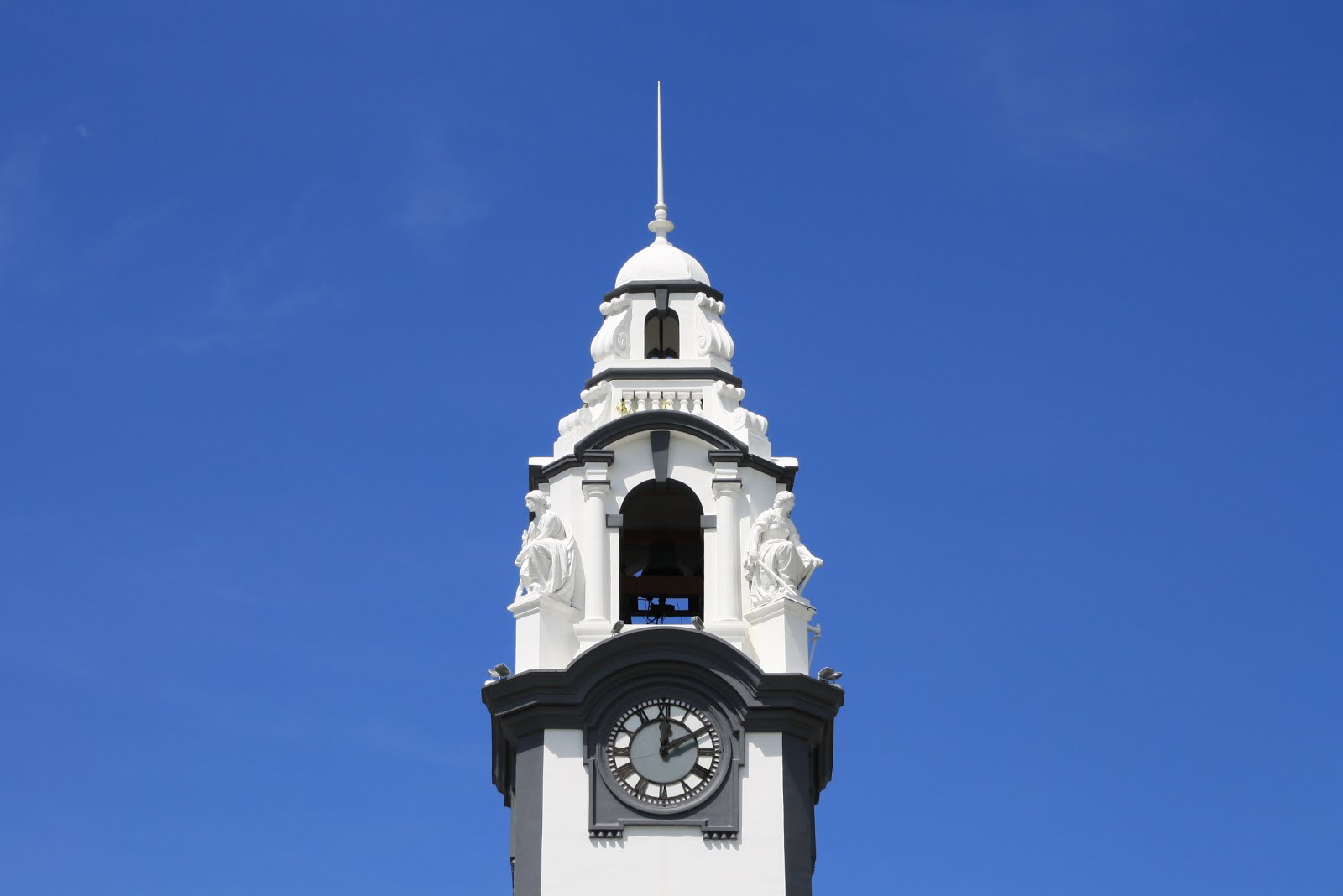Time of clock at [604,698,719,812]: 12:10
